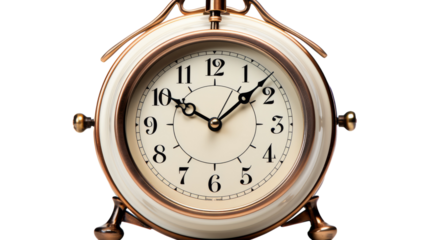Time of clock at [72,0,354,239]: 10:07
